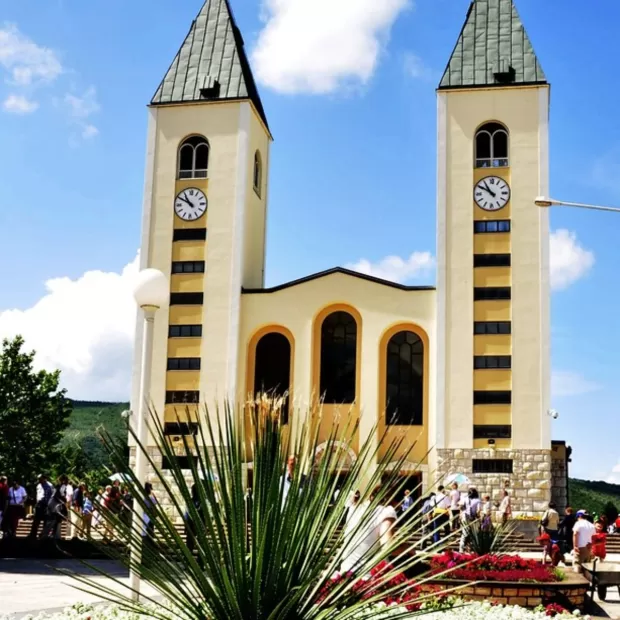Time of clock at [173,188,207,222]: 10:50
